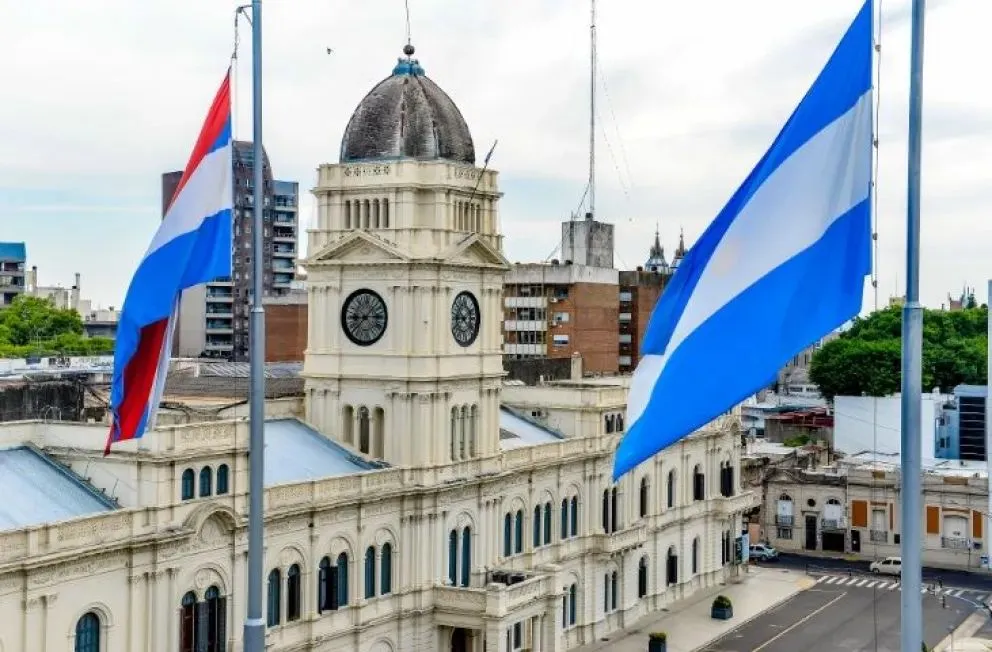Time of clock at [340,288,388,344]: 9:14
